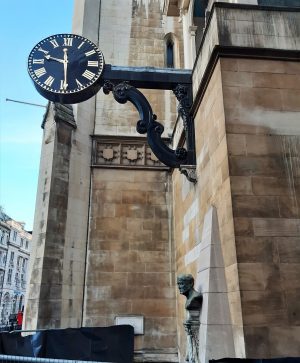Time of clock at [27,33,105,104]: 9:29
